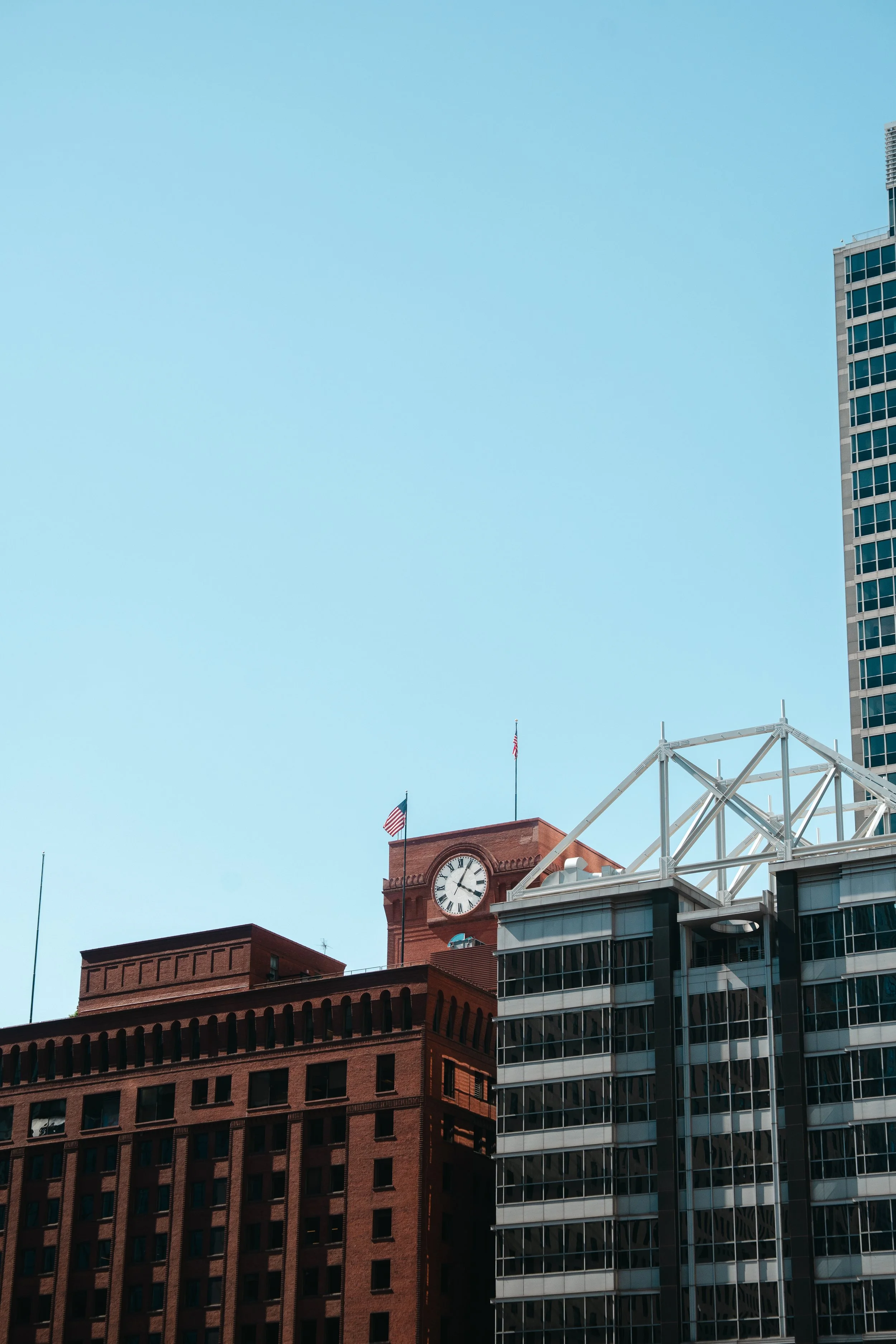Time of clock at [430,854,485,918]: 4:04
